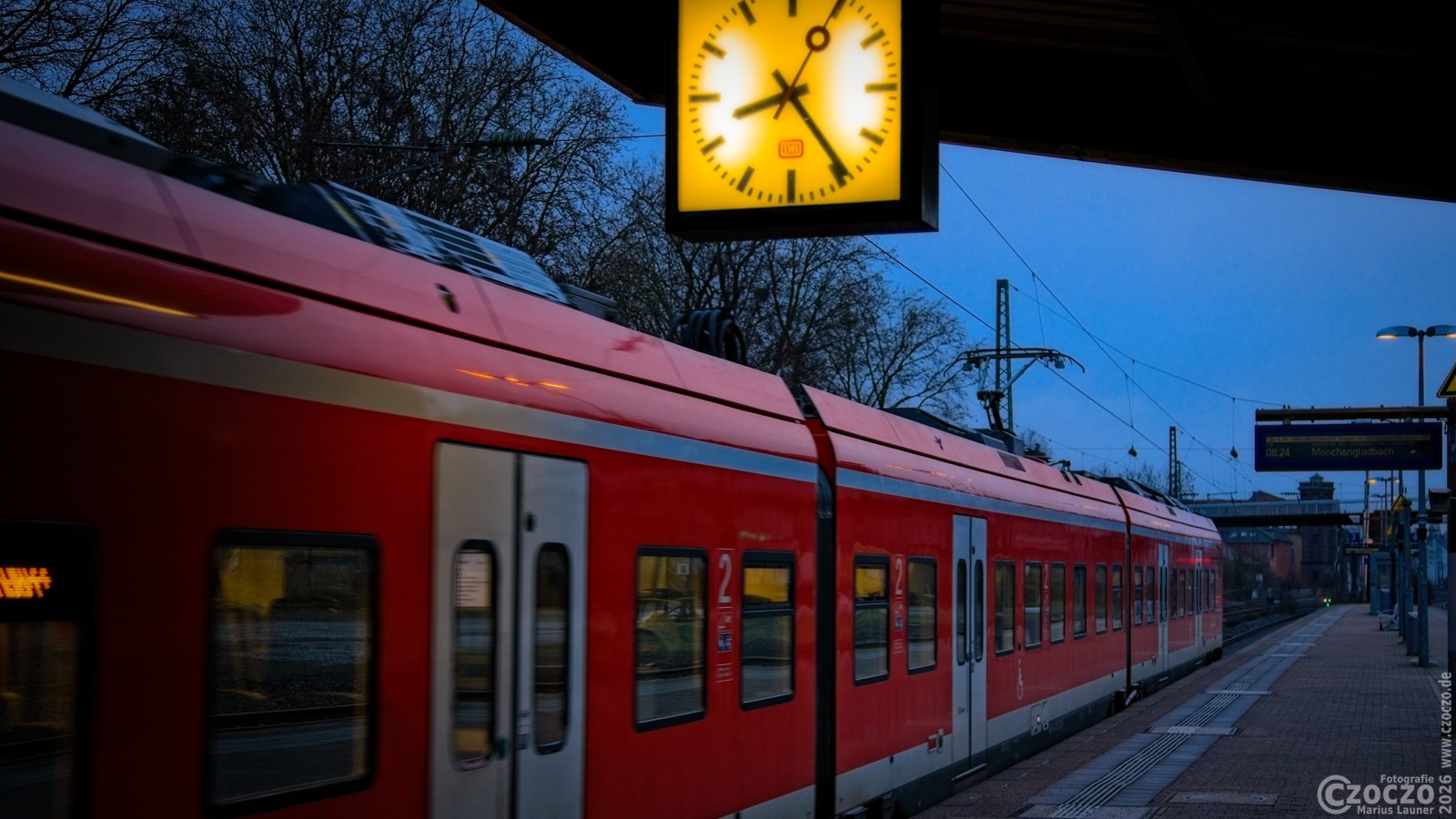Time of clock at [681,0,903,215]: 8:24
